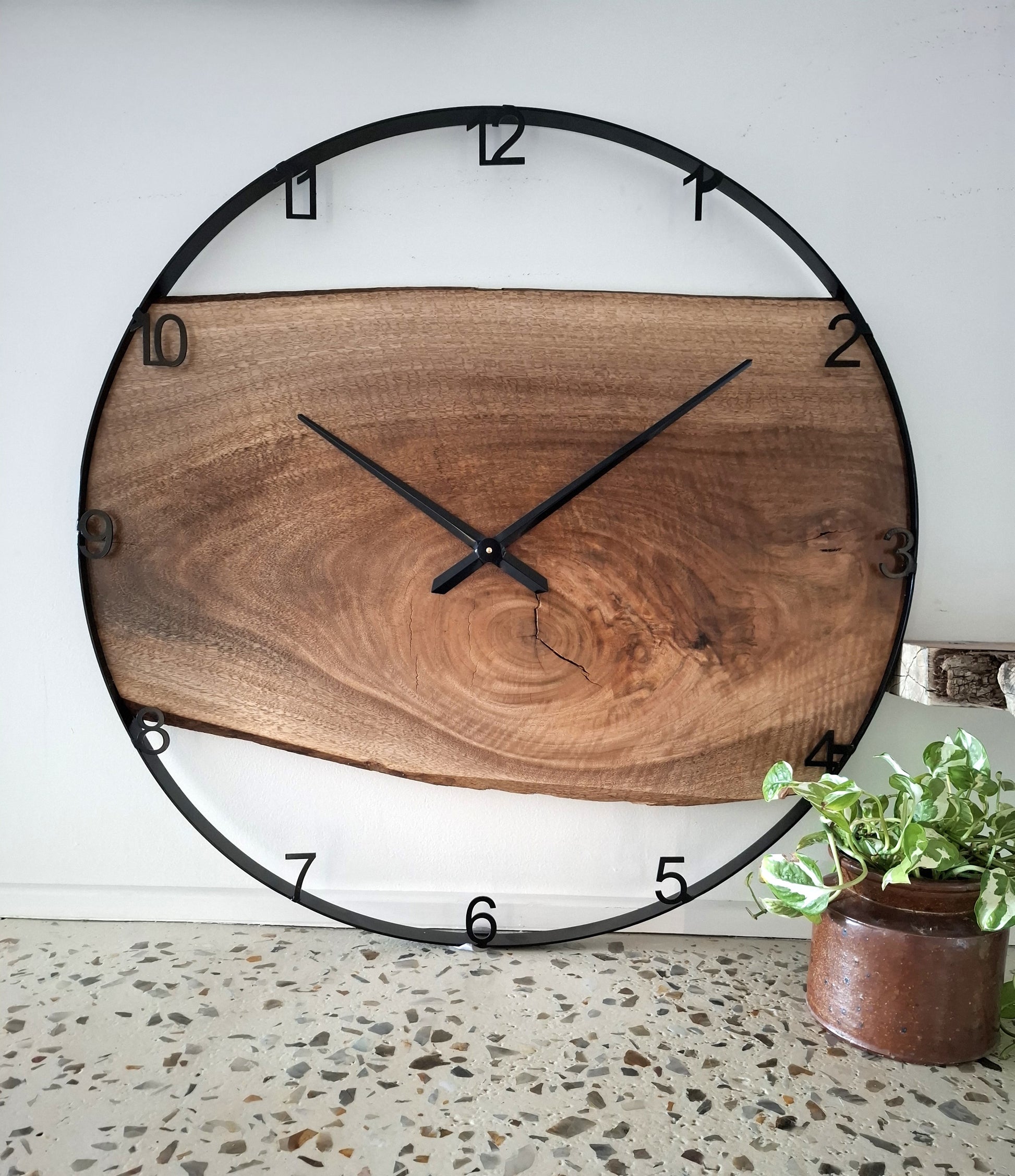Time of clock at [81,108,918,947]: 10:08
